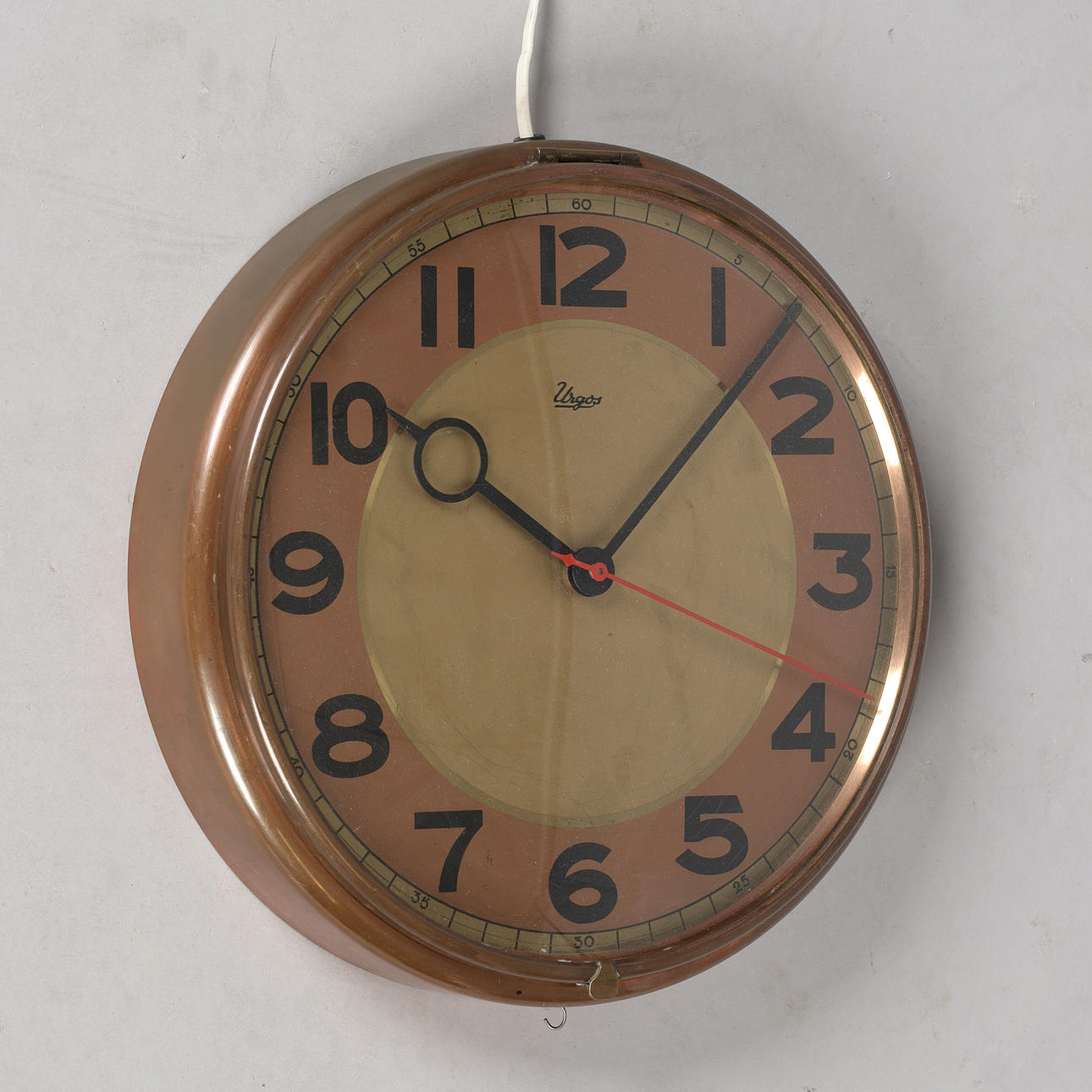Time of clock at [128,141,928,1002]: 10:07
